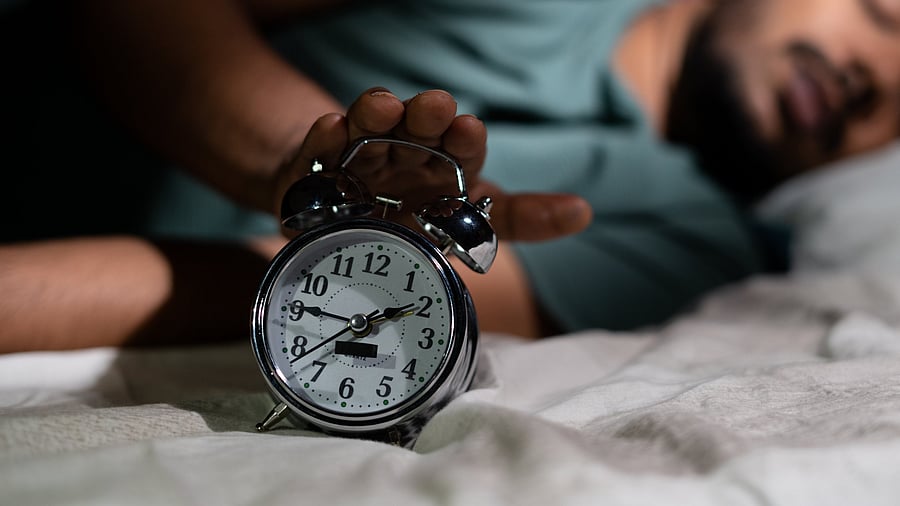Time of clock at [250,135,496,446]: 1:46
